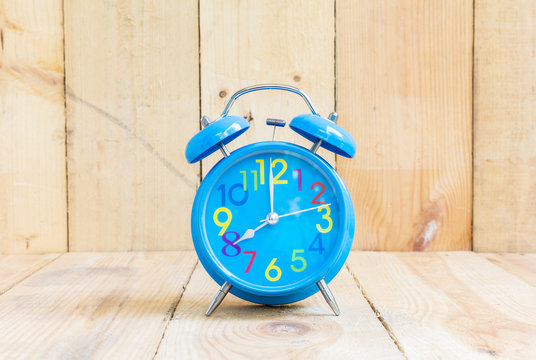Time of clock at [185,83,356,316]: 8:00
